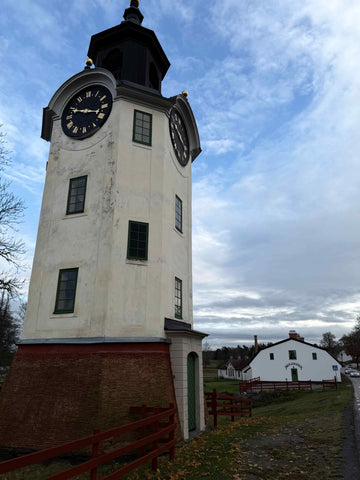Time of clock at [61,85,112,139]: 3:48
